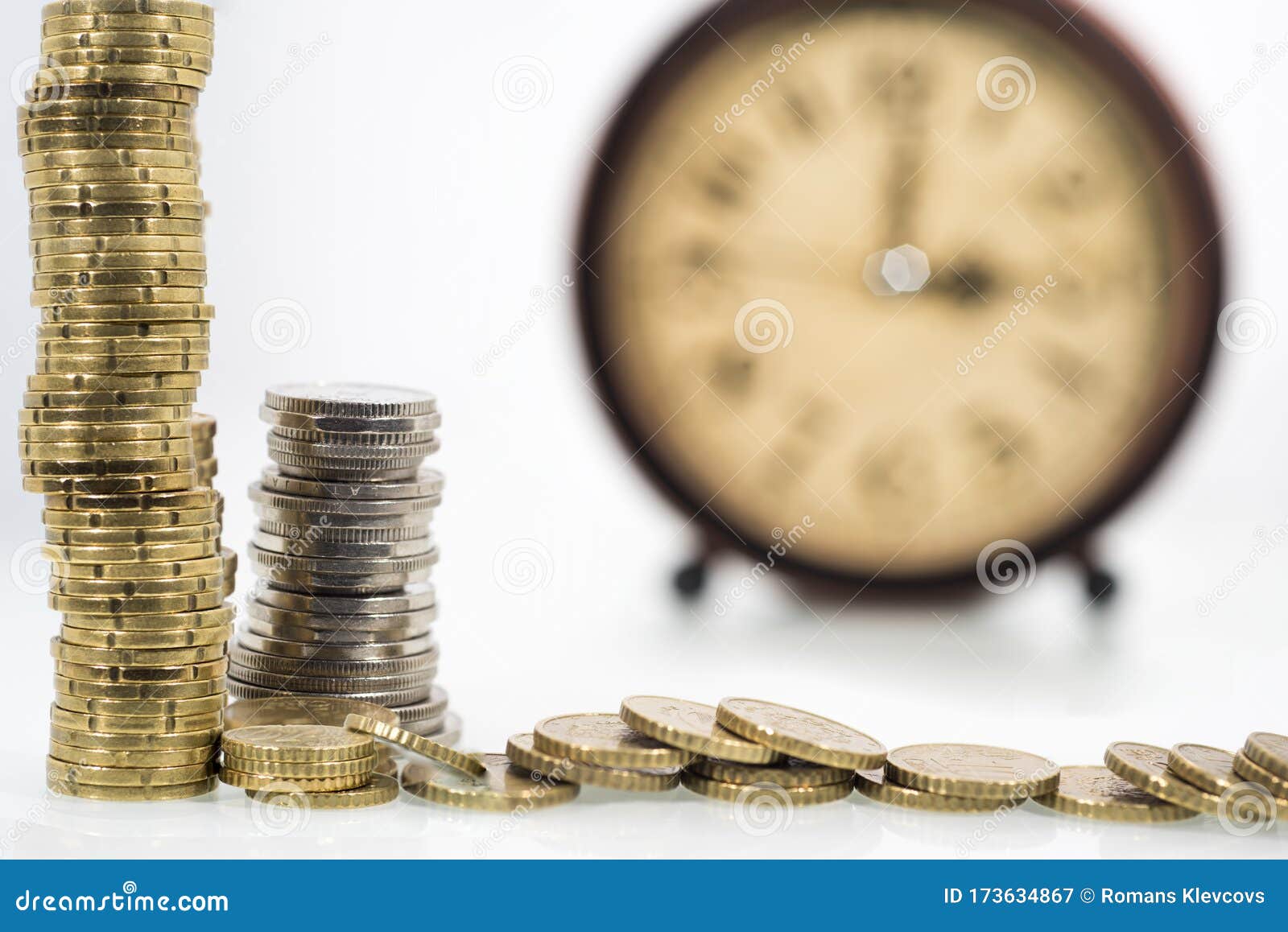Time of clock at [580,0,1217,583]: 3:00
